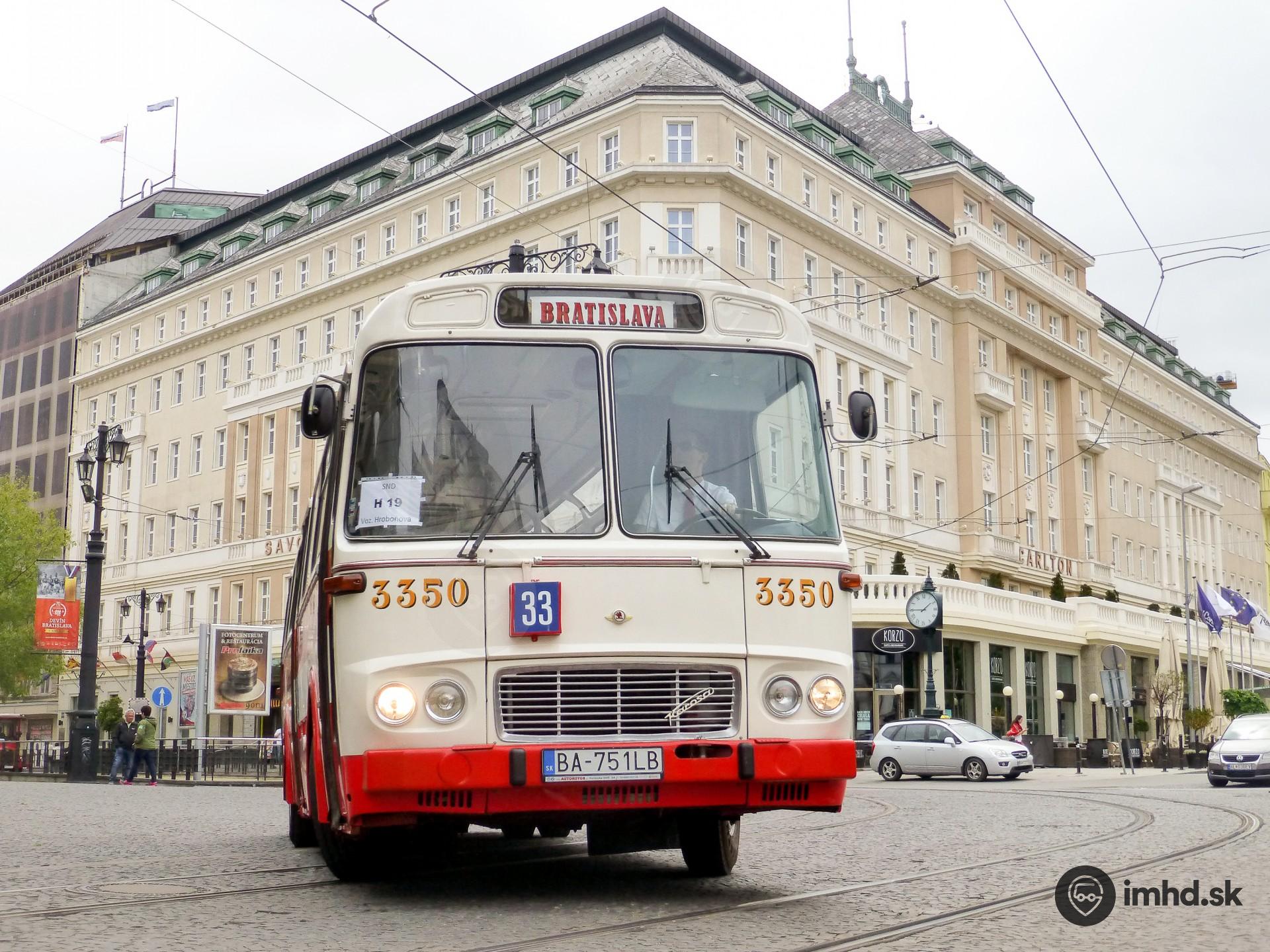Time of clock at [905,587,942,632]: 1:45
